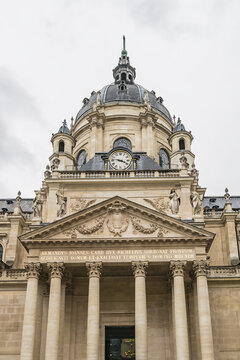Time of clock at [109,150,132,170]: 3:46
